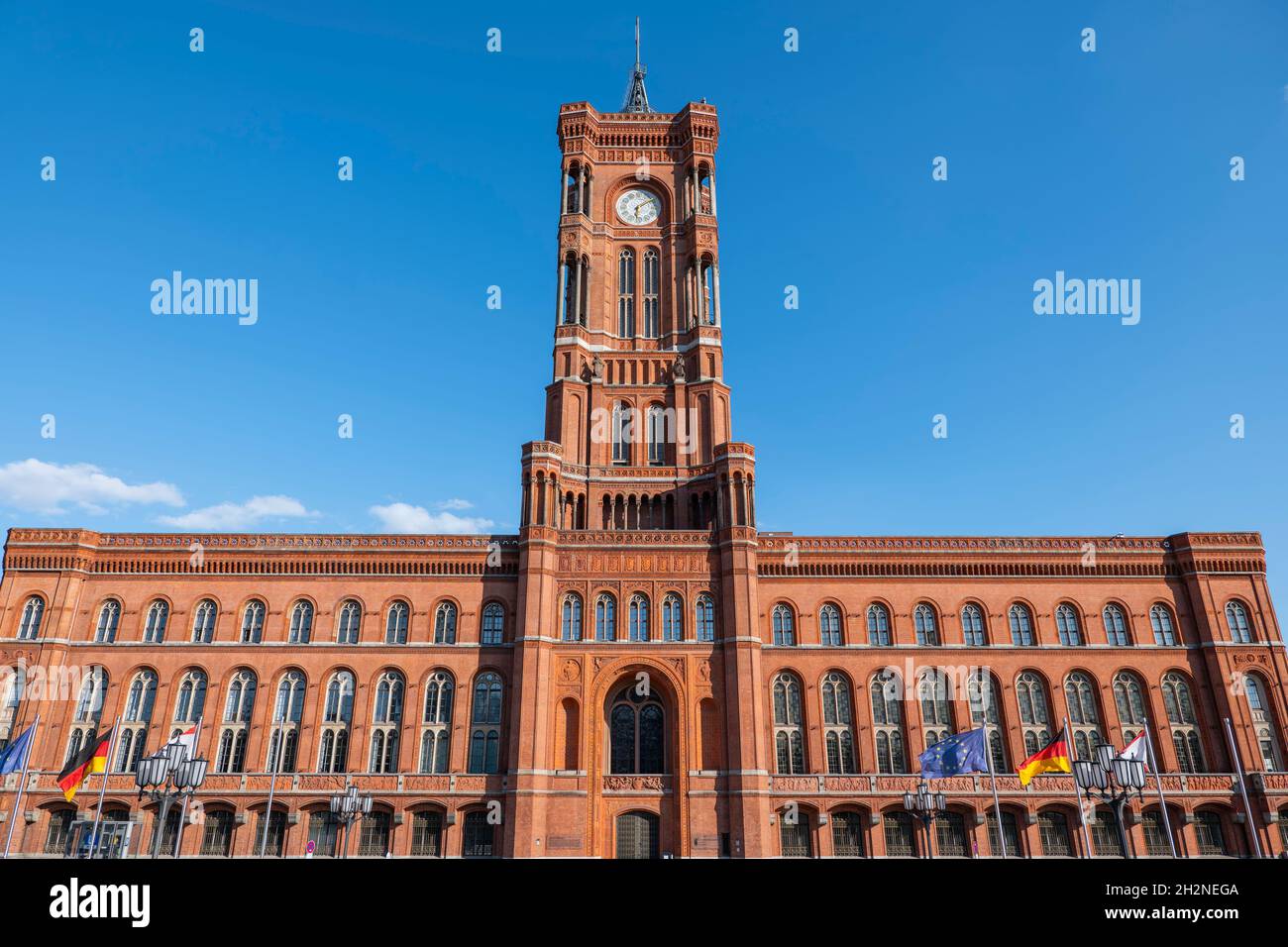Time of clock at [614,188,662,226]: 6:09
